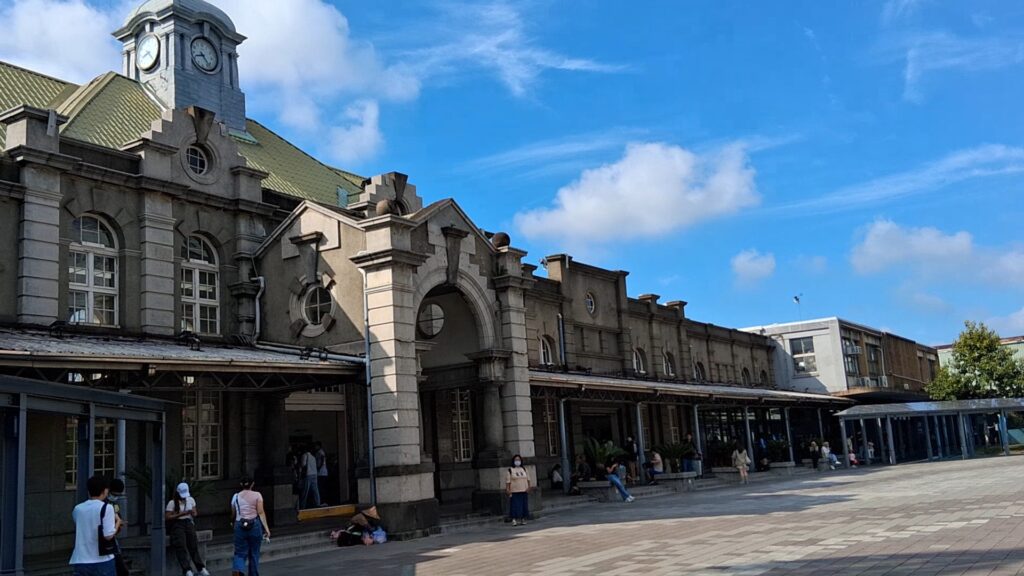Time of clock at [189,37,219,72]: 8:23
